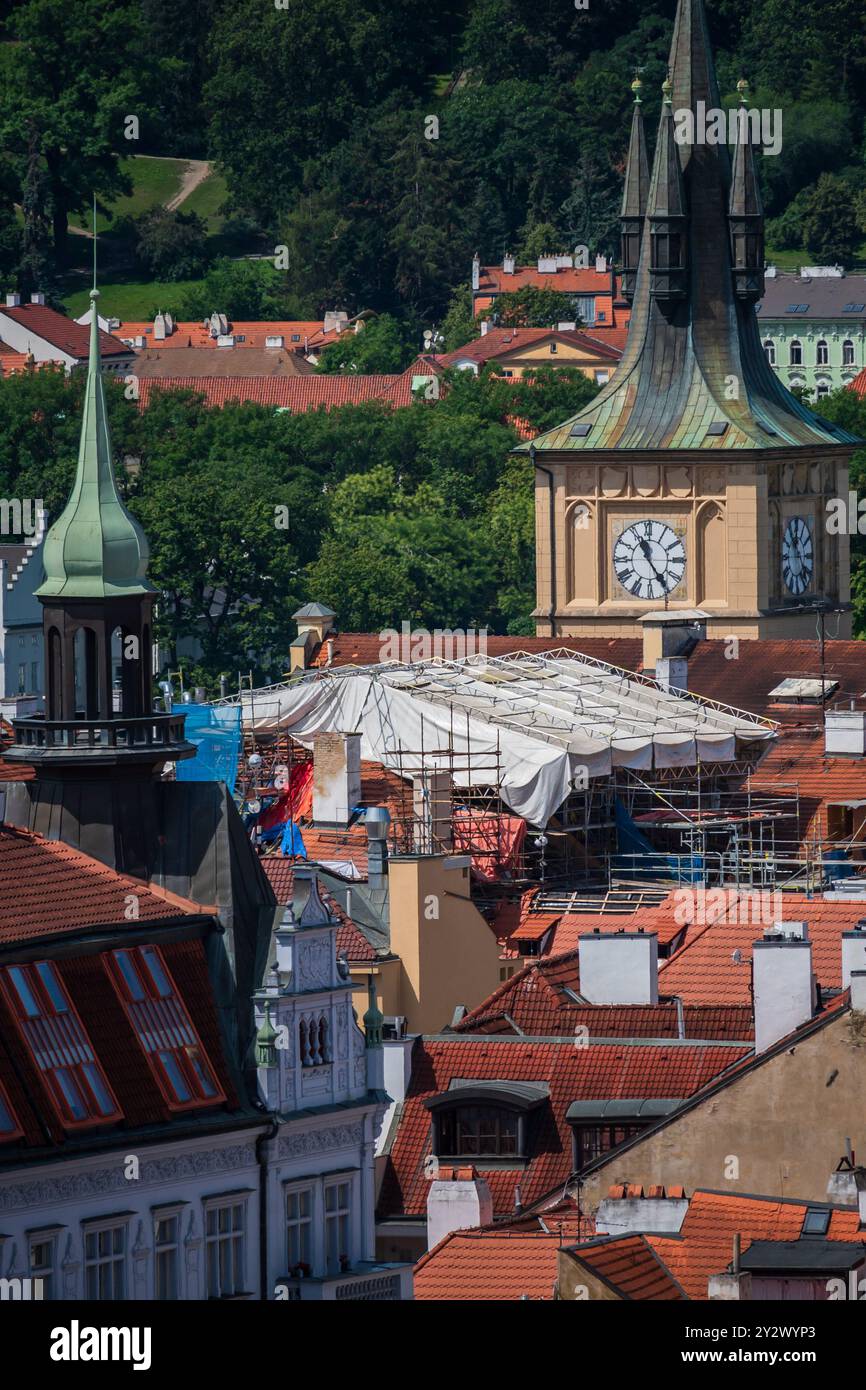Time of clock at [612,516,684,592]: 11:24
